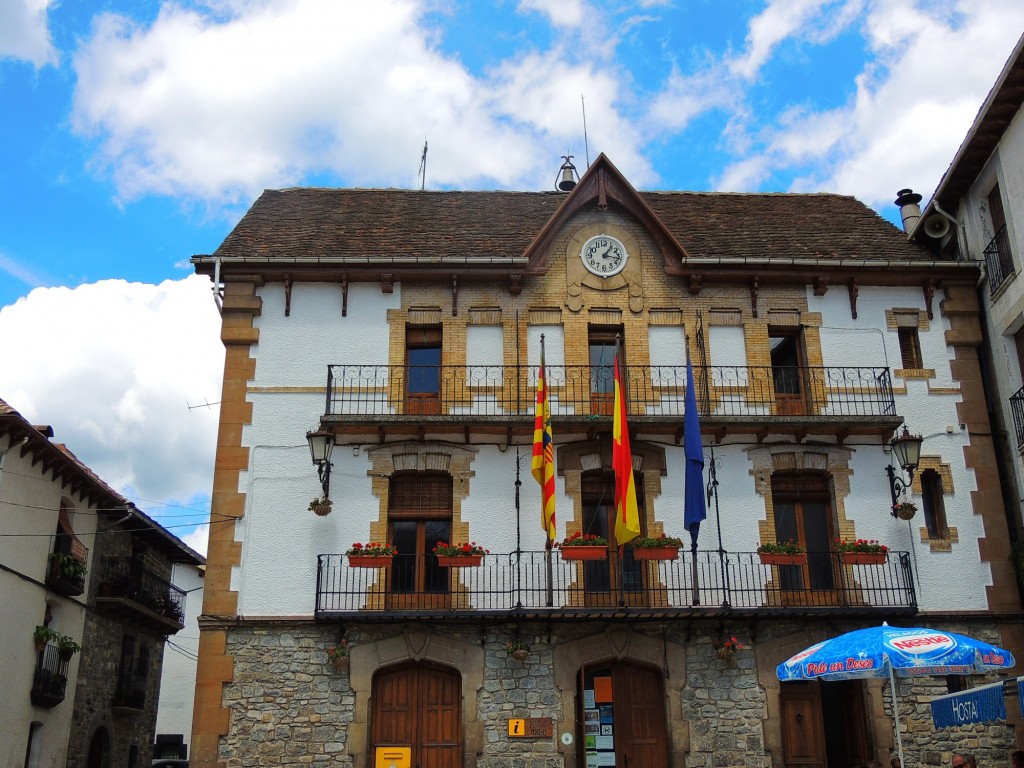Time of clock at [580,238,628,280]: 1:16
